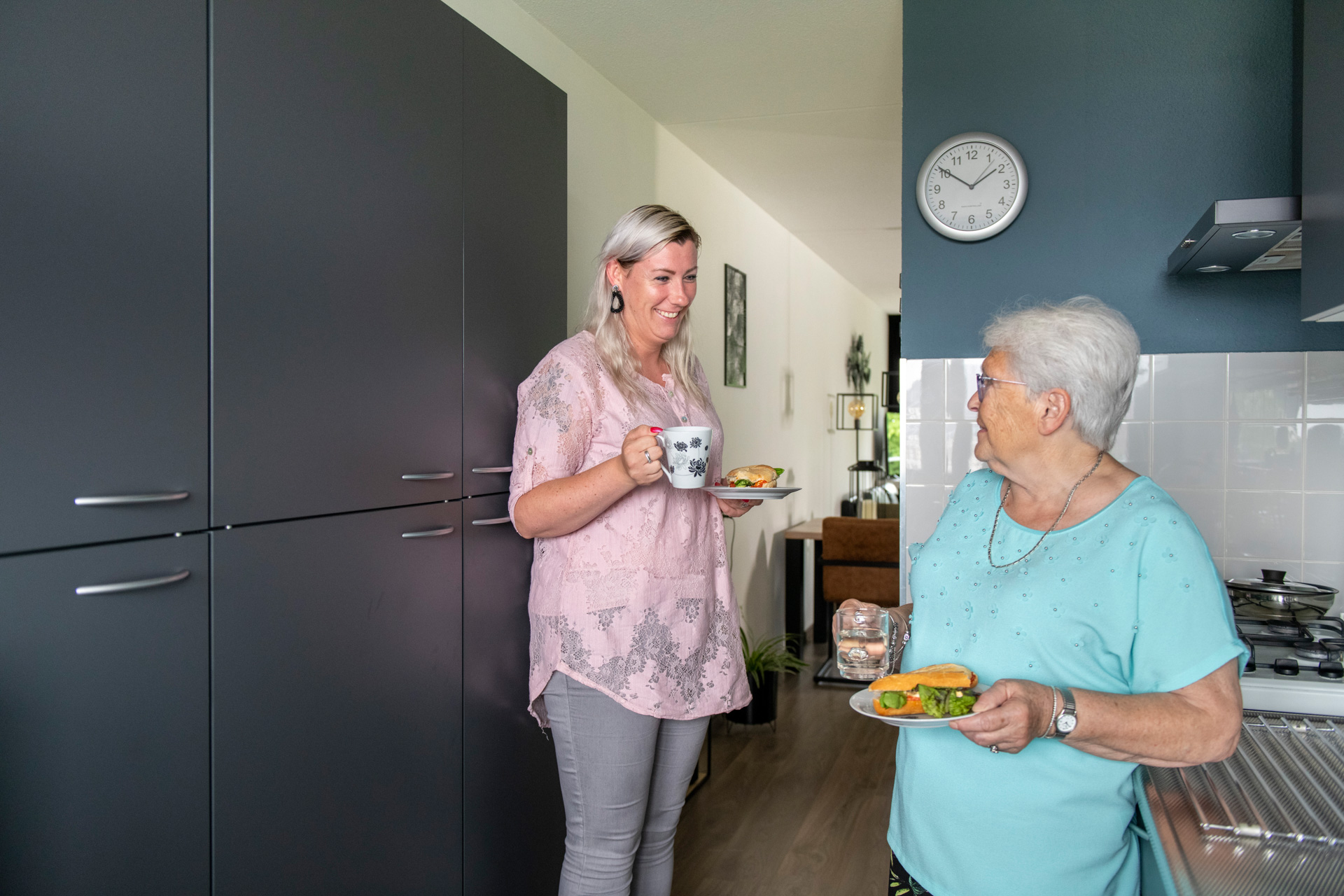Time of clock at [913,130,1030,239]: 1:50
